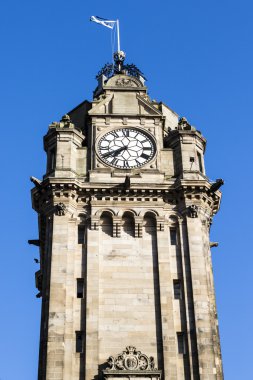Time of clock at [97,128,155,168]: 7:40
